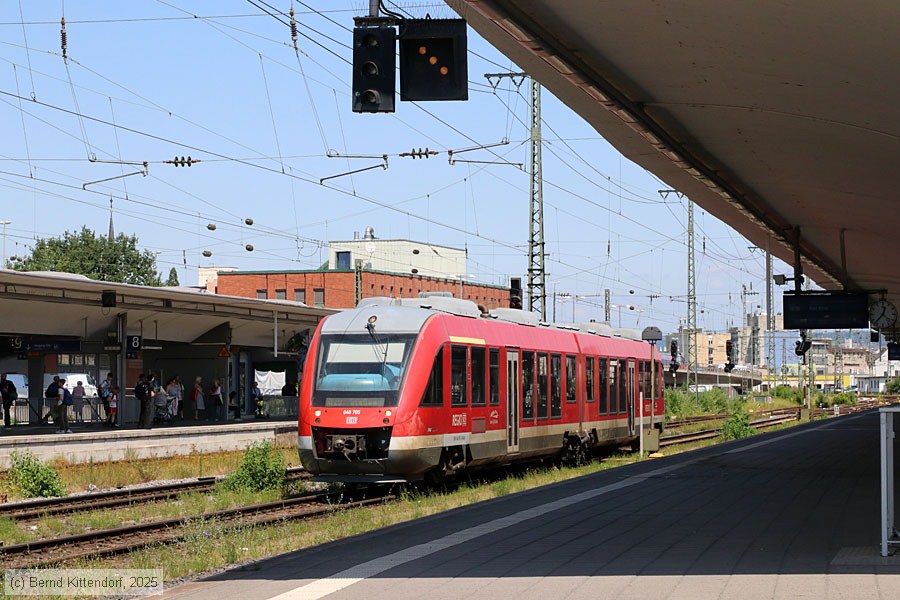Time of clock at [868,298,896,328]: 12:37
